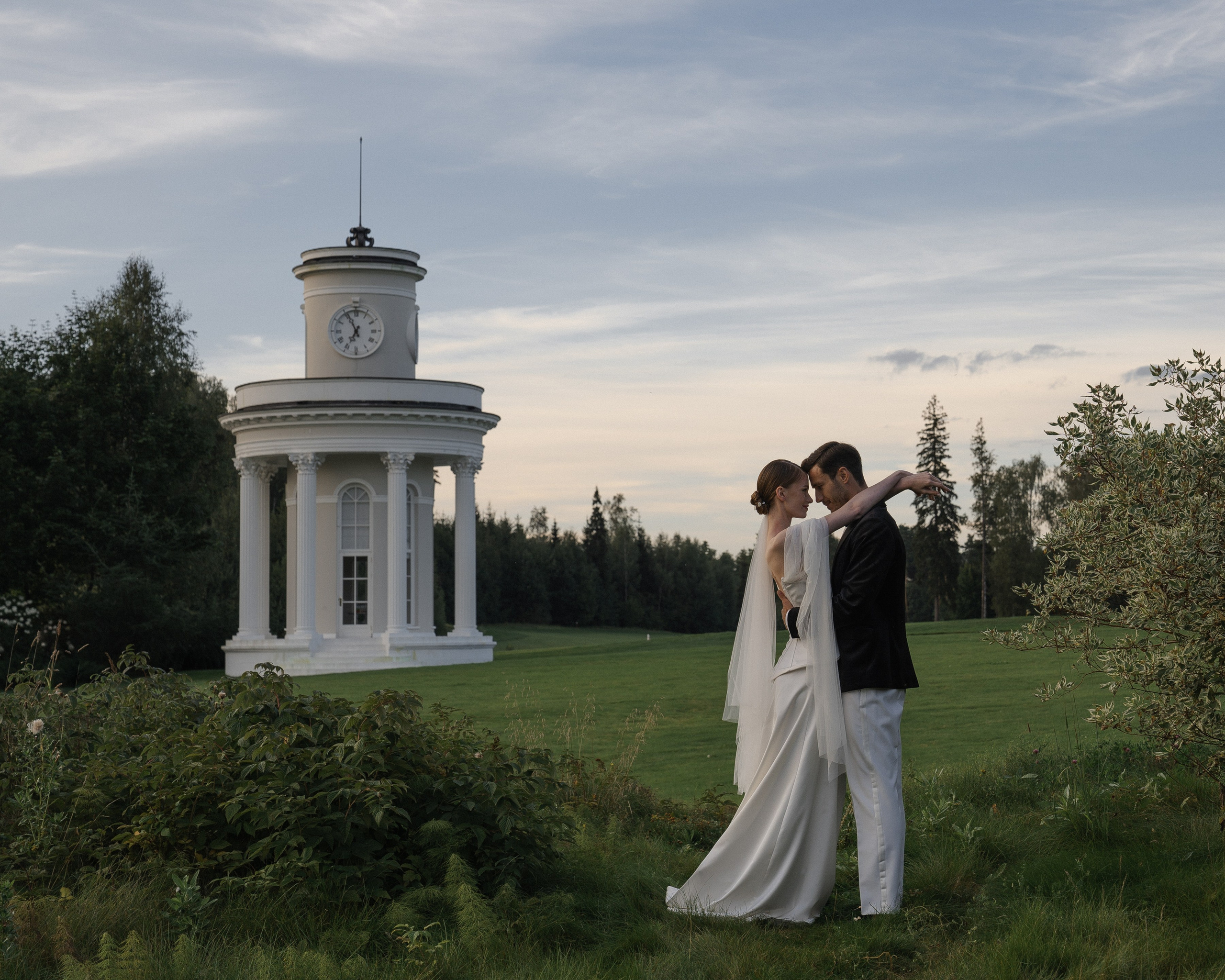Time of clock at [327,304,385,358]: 6:55
